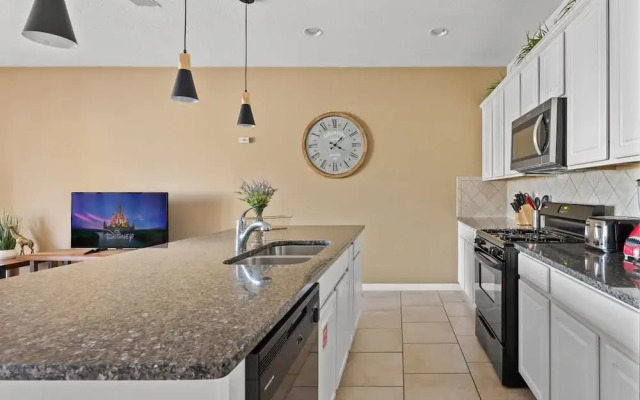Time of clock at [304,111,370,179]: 4:07
